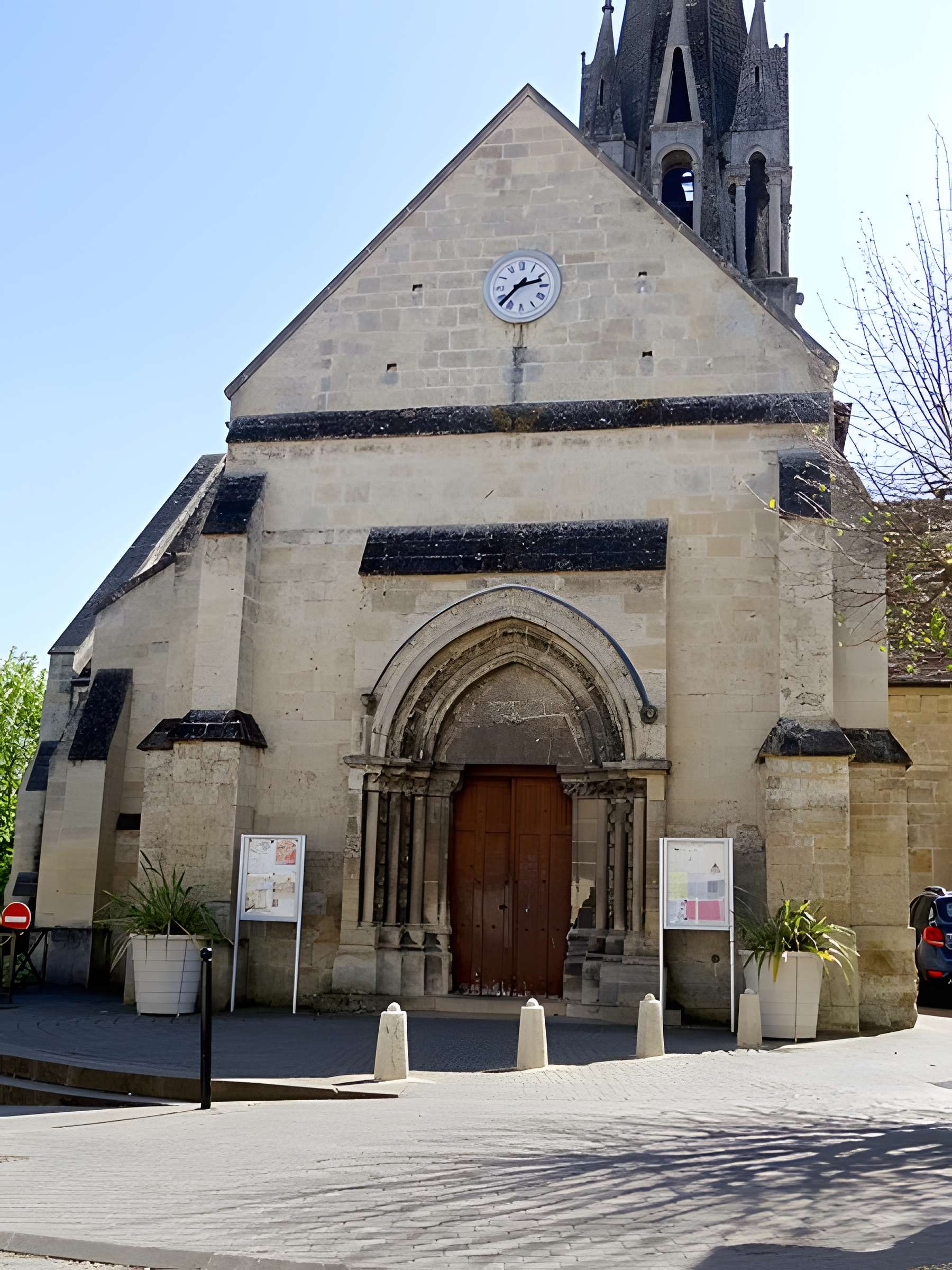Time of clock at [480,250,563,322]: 2:37
